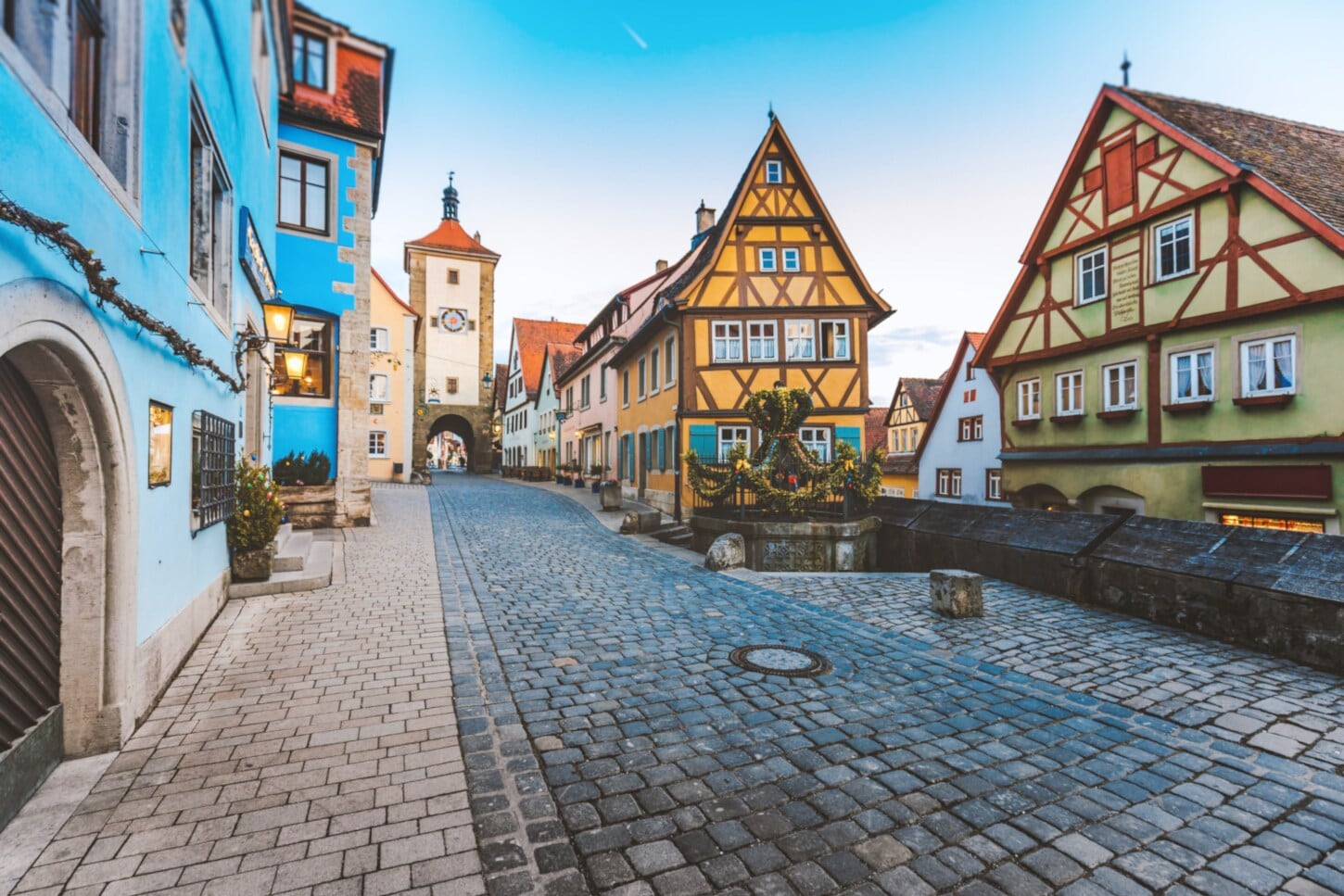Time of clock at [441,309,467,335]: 8:32
